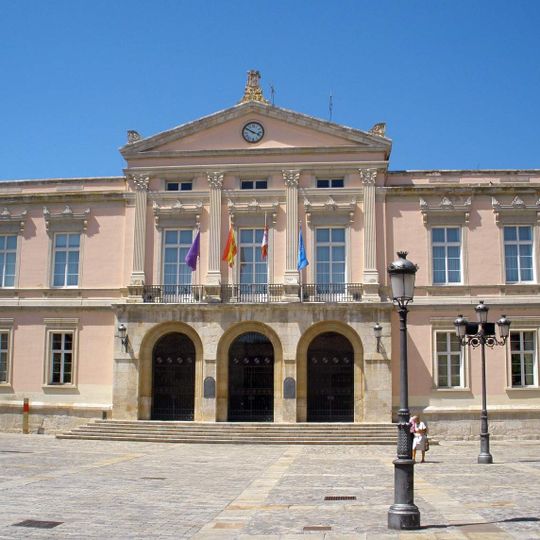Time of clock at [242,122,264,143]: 3:50
